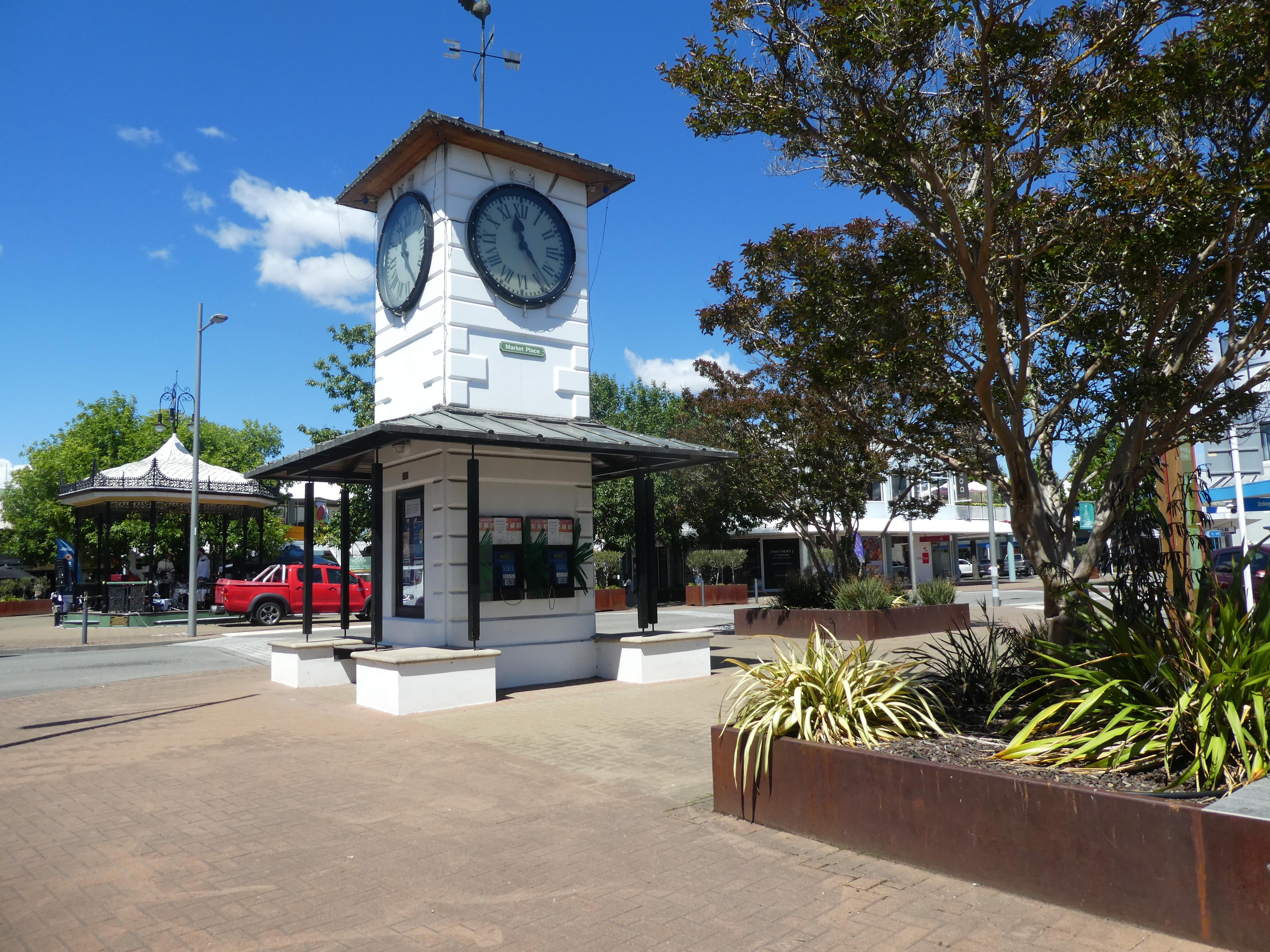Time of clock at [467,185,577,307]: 11:23
